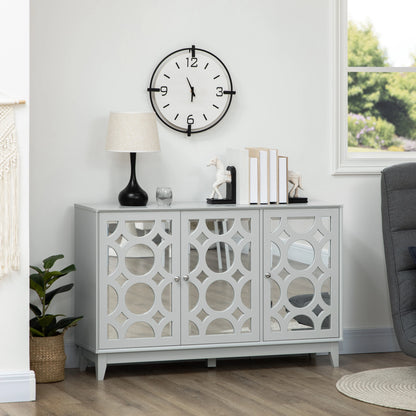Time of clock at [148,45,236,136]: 5:55
